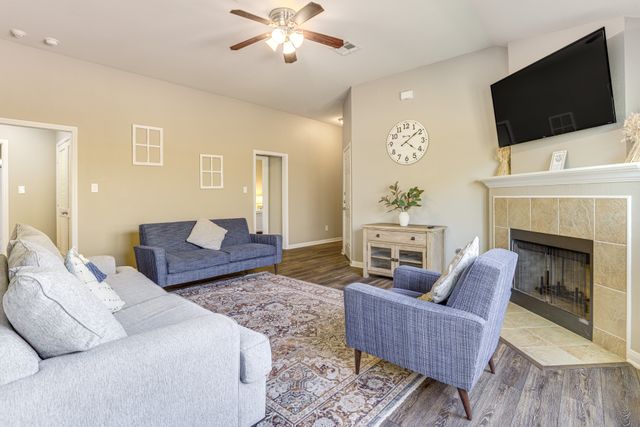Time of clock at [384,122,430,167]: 4:08
